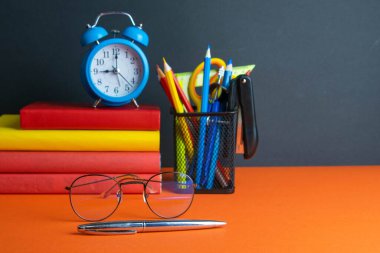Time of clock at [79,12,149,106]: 9:00
